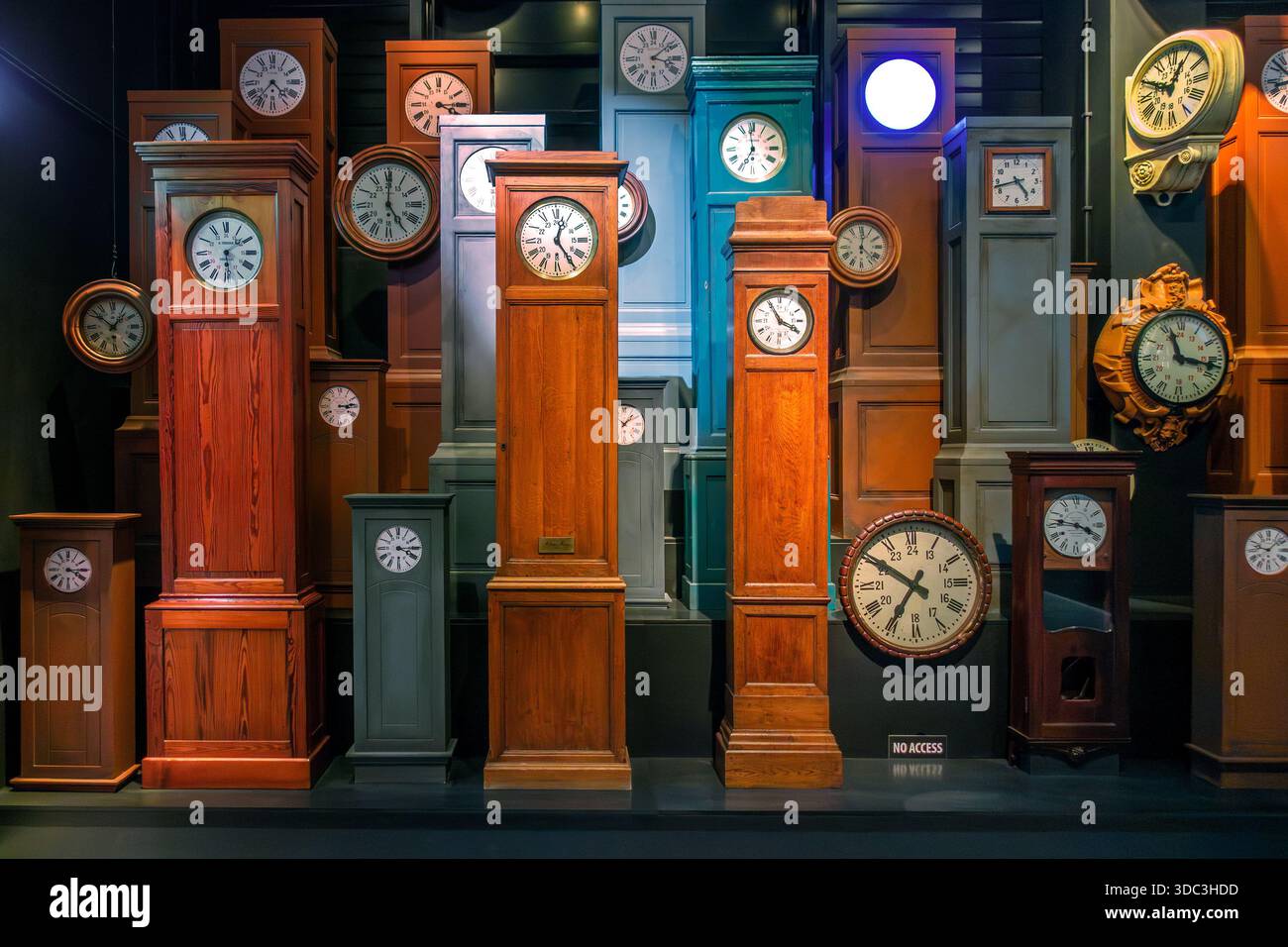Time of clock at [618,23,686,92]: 3:08
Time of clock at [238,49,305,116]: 4:36
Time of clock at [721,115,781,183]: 6:58
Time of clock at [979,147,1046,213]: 4:42
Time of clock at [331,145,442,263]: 5:00
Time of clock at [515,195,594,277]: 12:24
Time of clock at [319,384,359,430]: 3:13
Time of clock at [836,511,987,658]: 6:50
